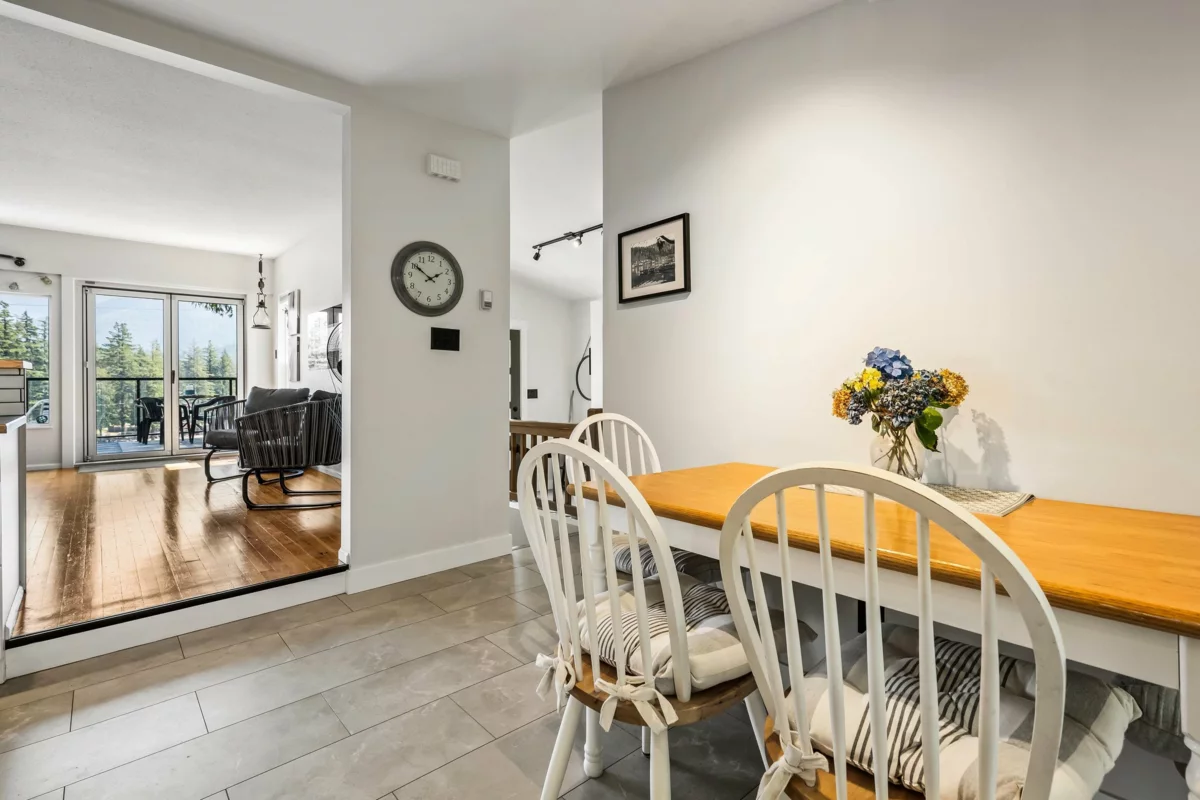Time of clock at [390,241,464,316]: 1:50
